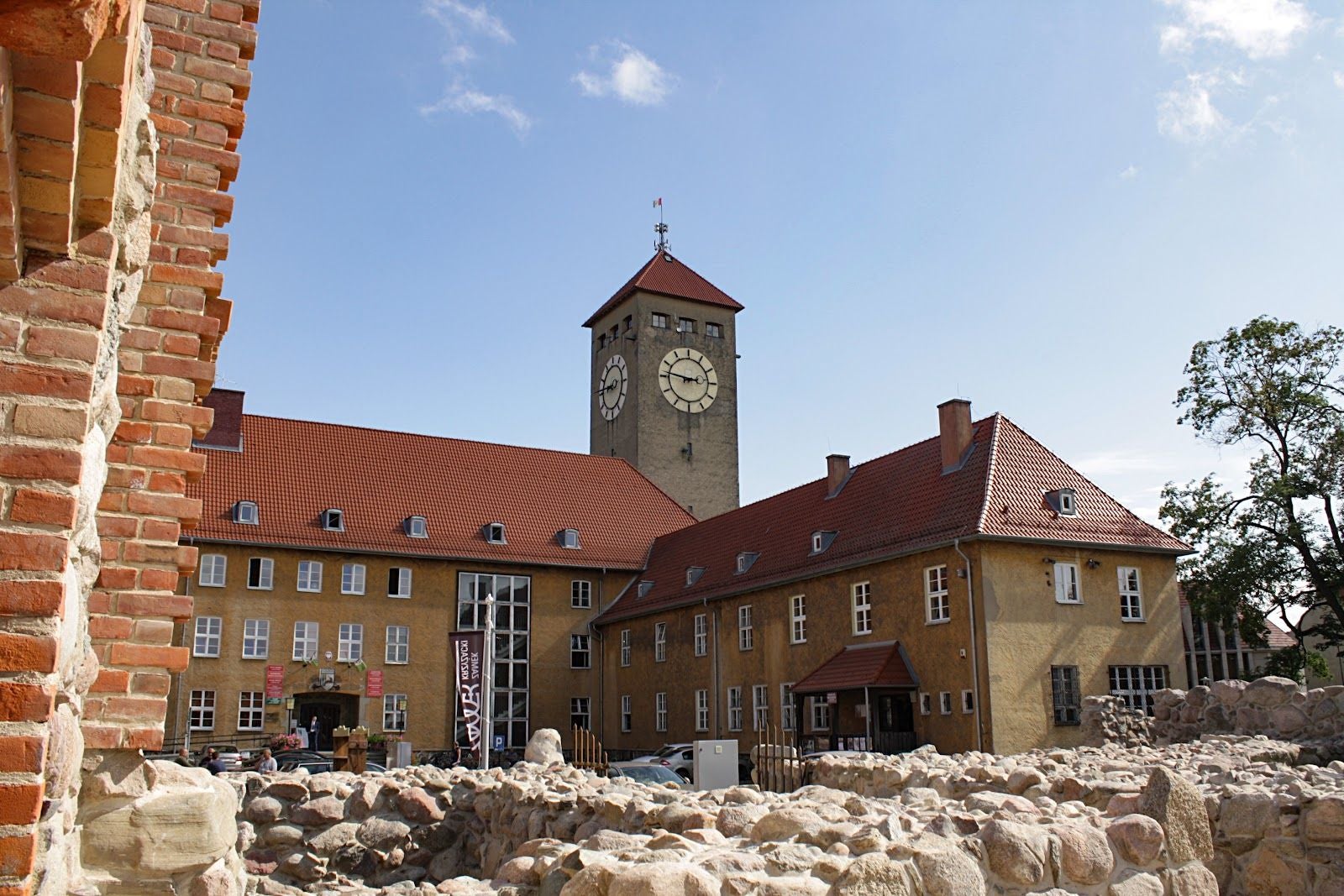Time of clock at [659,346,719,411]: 2:46
